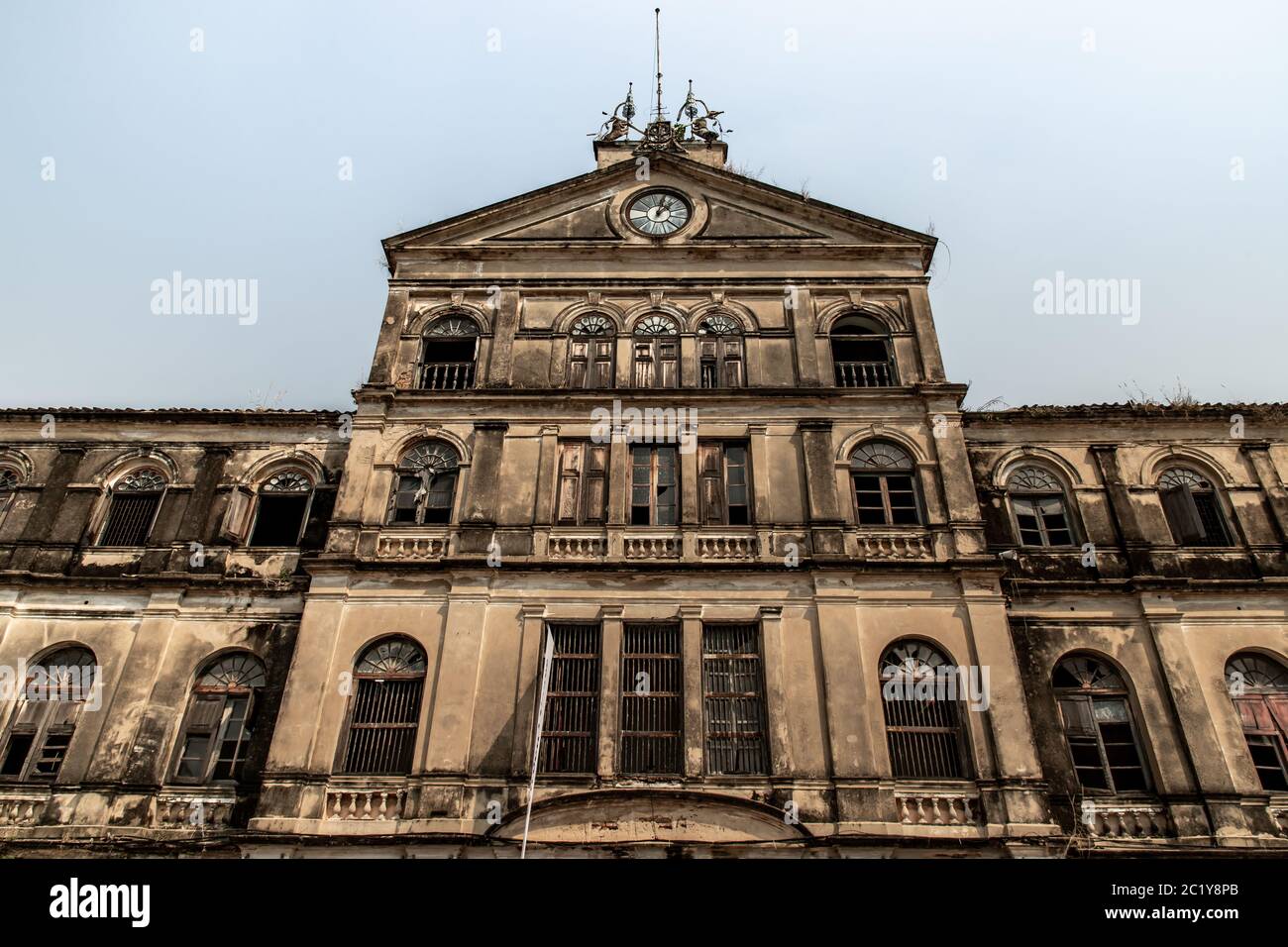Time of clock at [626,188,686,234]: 12:07
